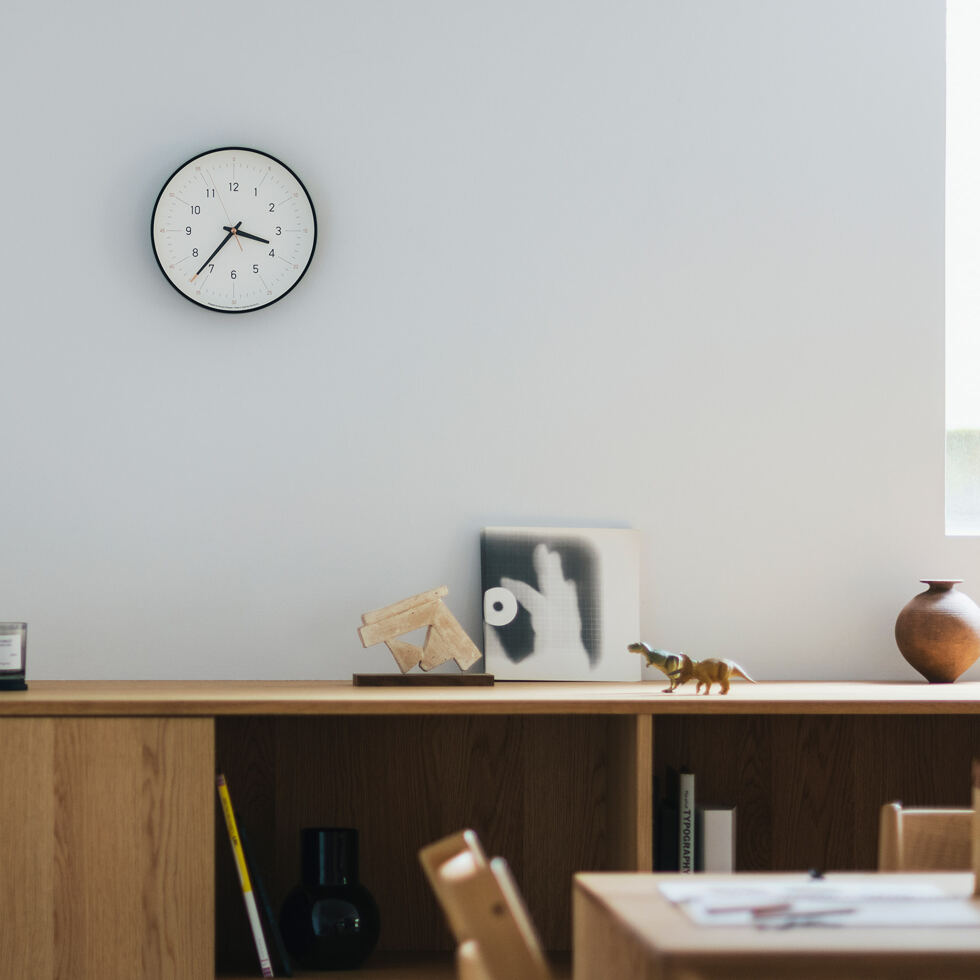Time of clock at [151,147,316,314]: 3:36
